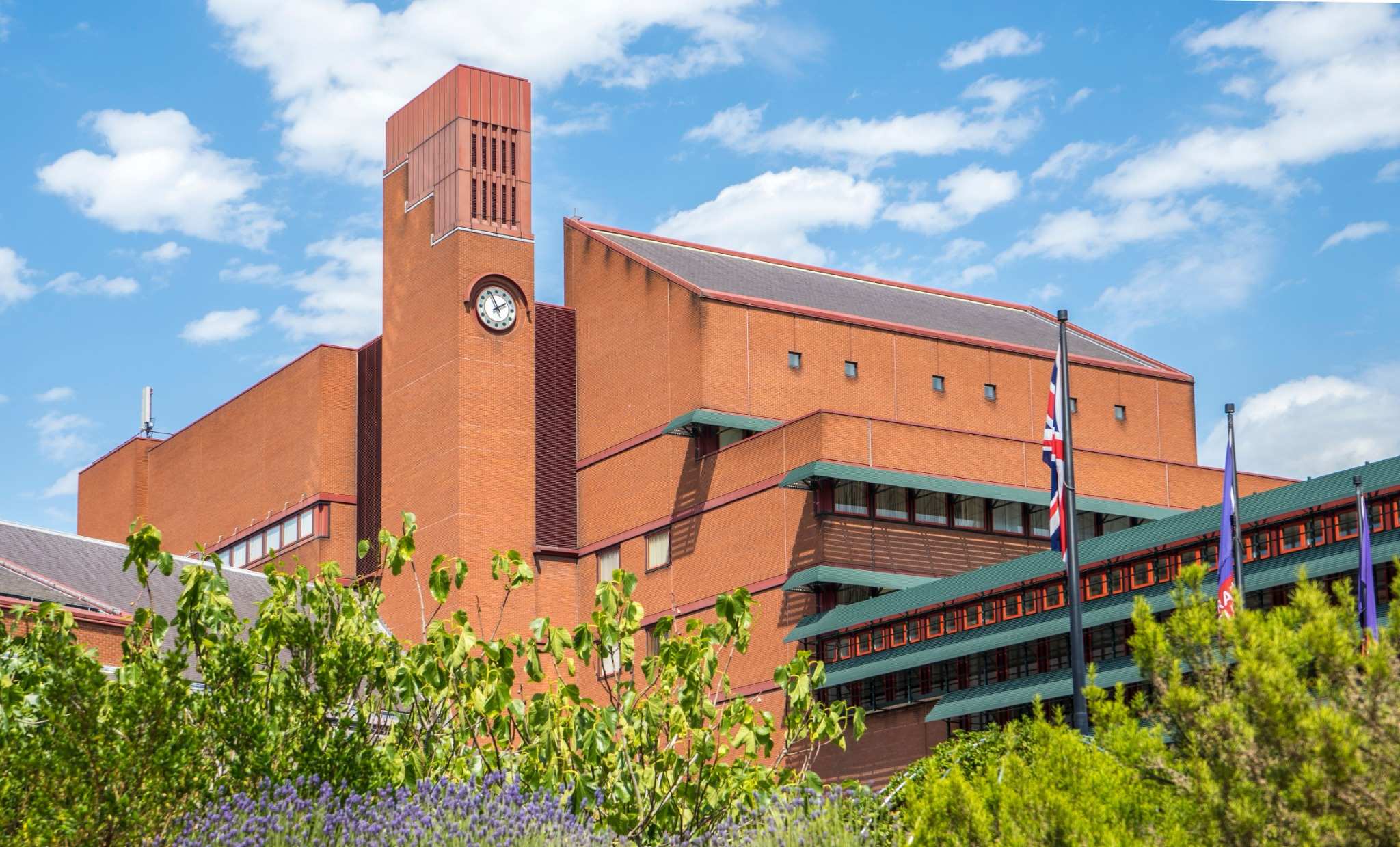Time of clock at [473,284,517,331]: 1:56
